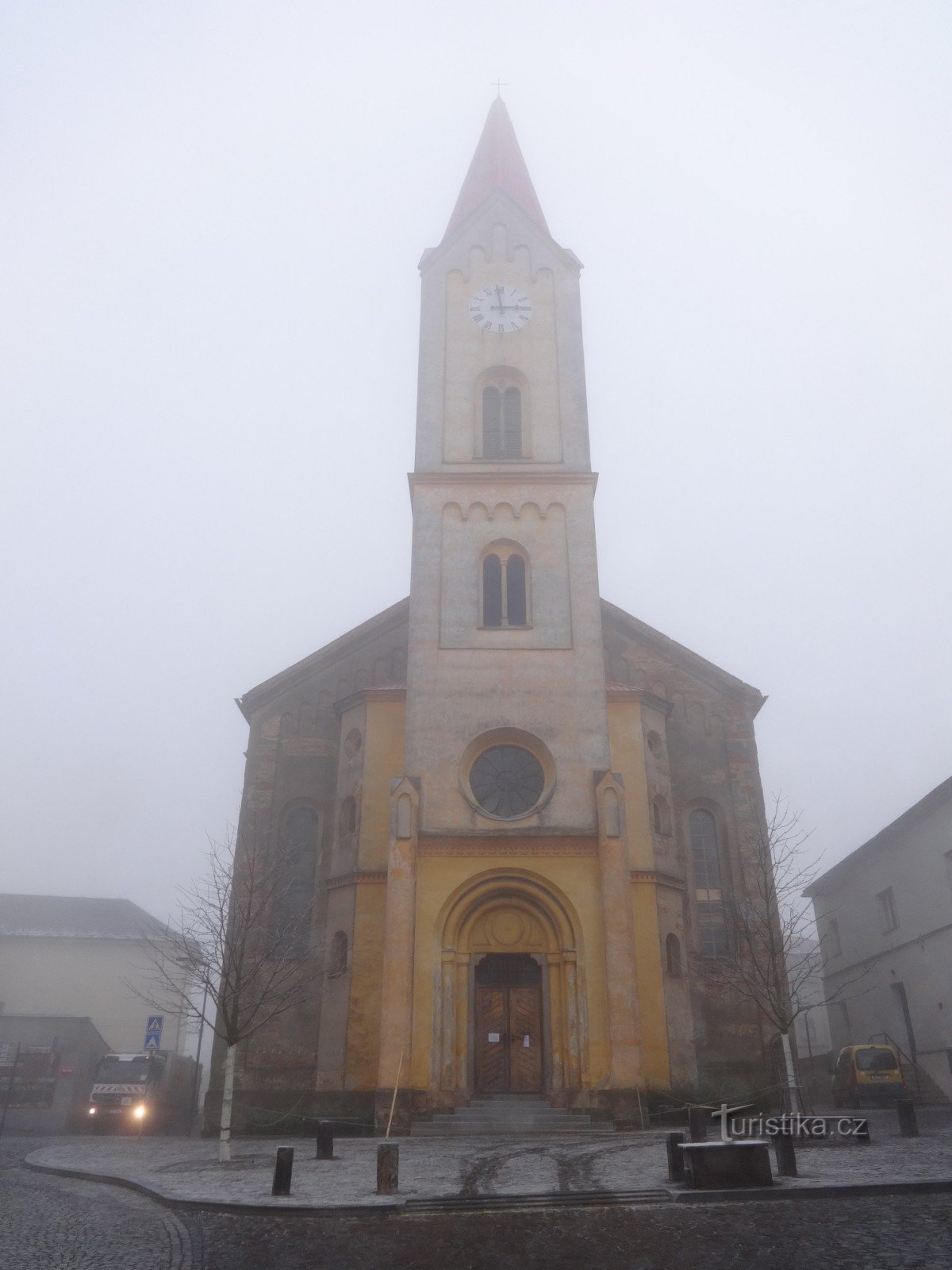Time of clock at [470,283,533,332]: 2:58
